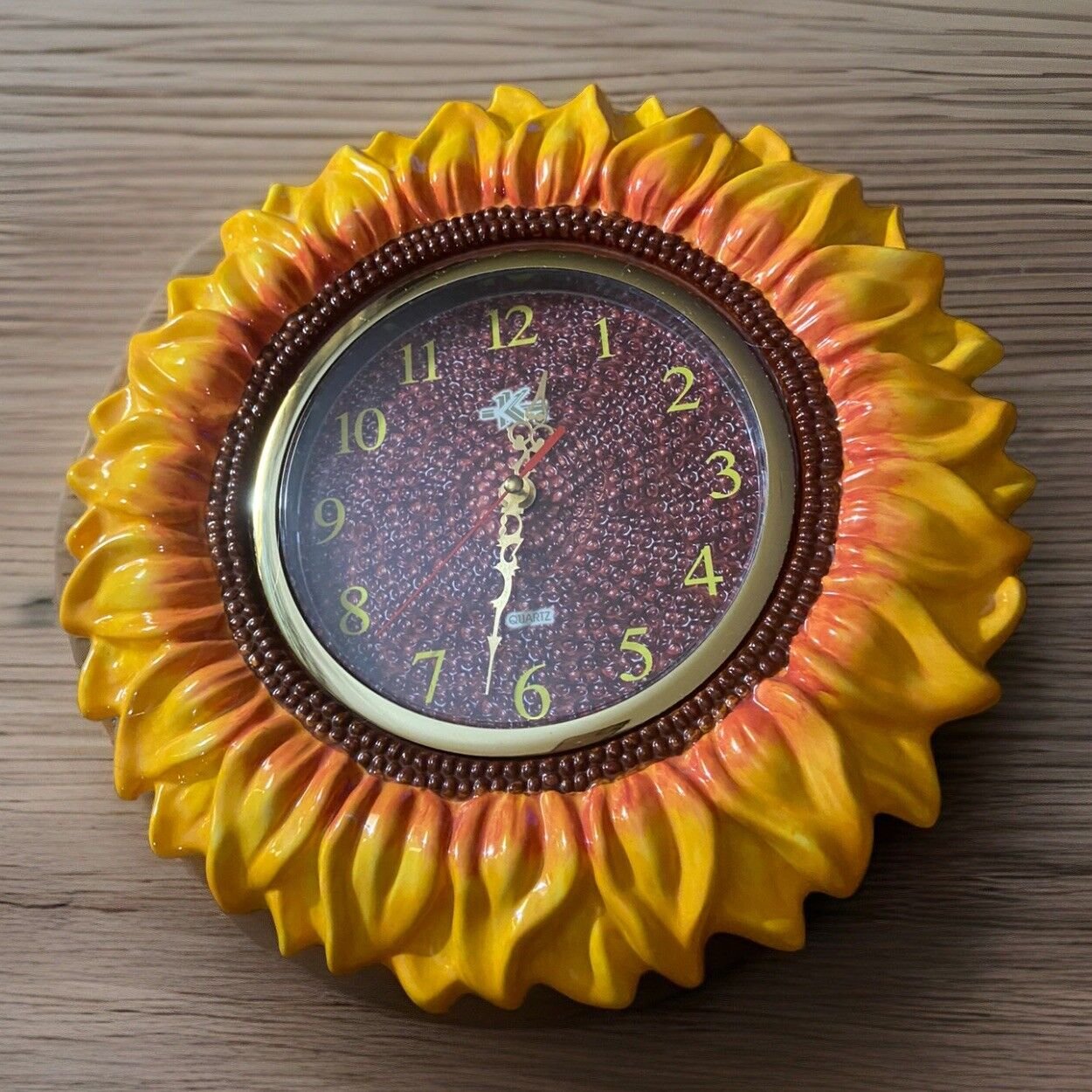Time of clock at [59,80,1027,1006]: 12:32
